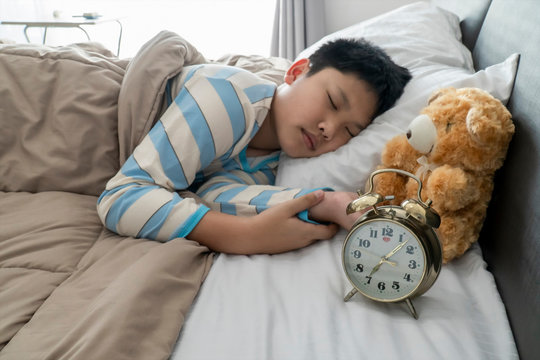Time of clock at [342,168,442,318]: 7:07
